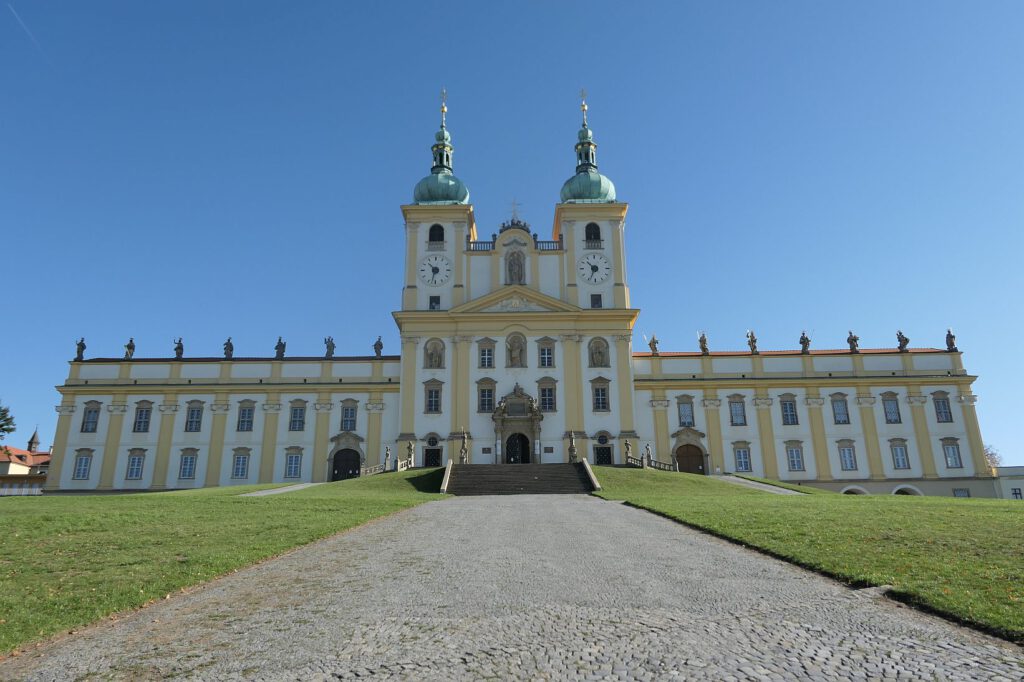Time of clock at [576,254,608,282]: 10:34
